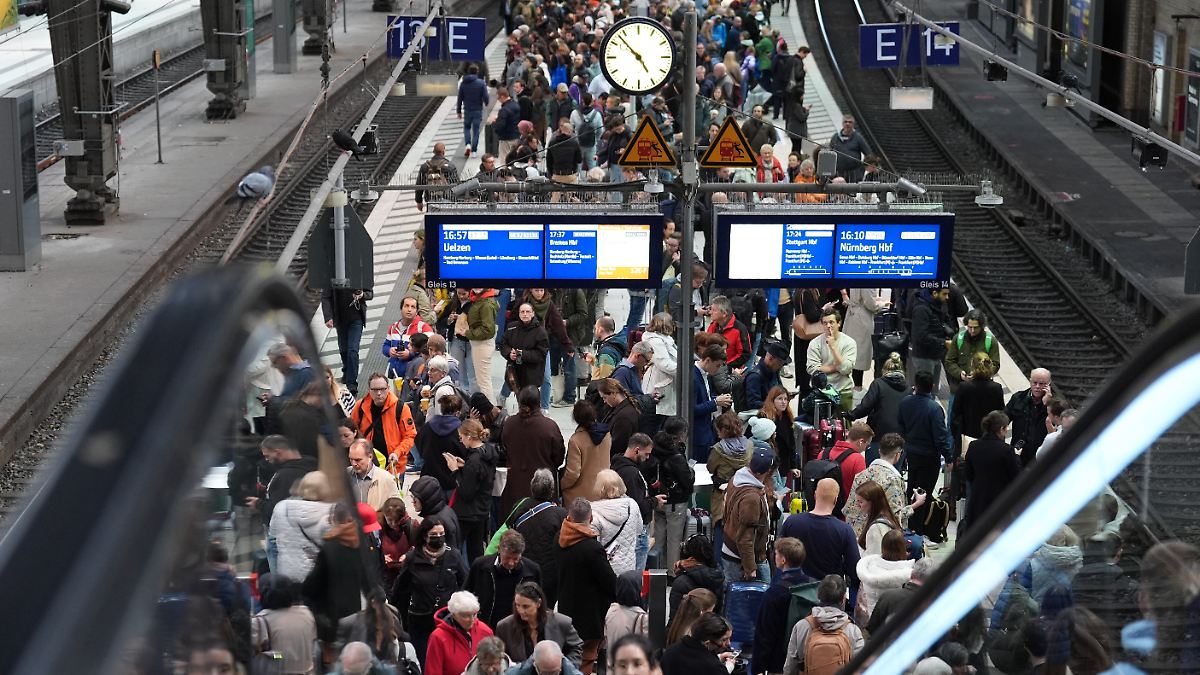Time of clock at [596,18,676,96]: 4:52
